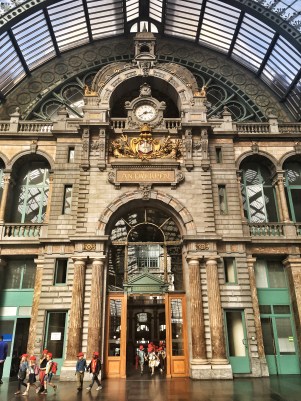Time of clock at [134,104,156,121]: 2:38
